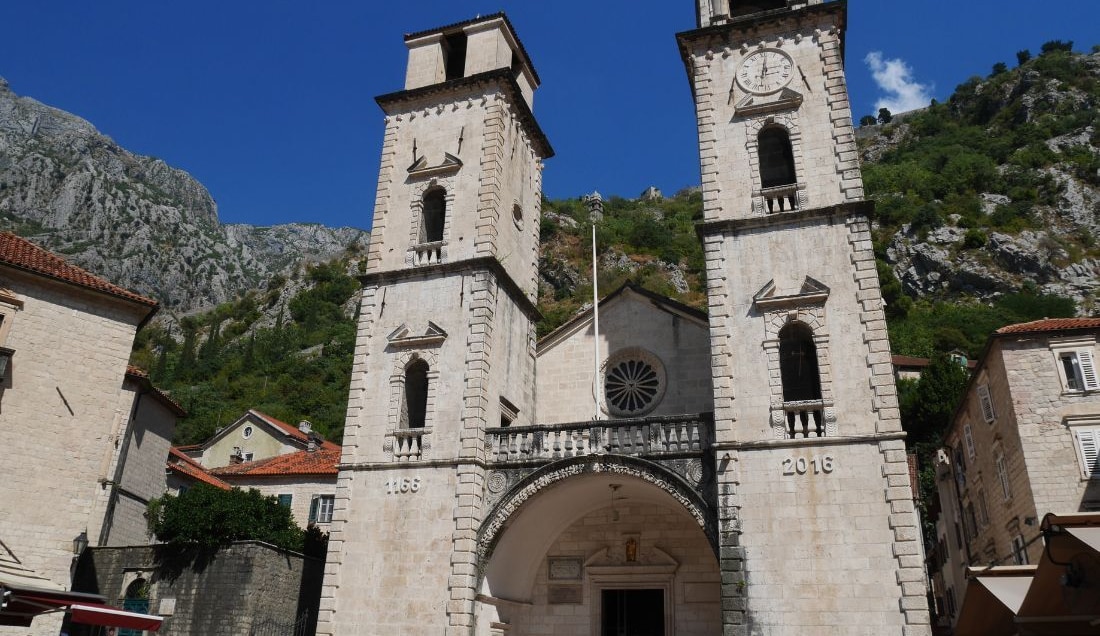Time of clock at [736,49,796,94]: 3:01
